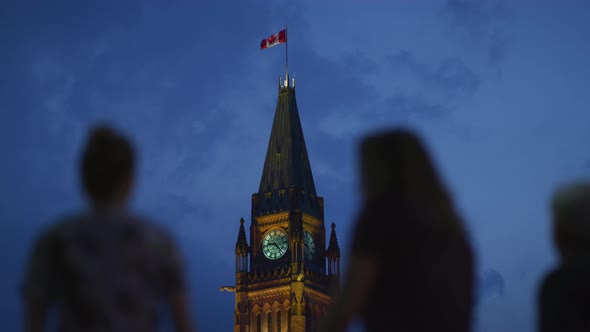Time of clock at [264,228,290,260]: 9:22
